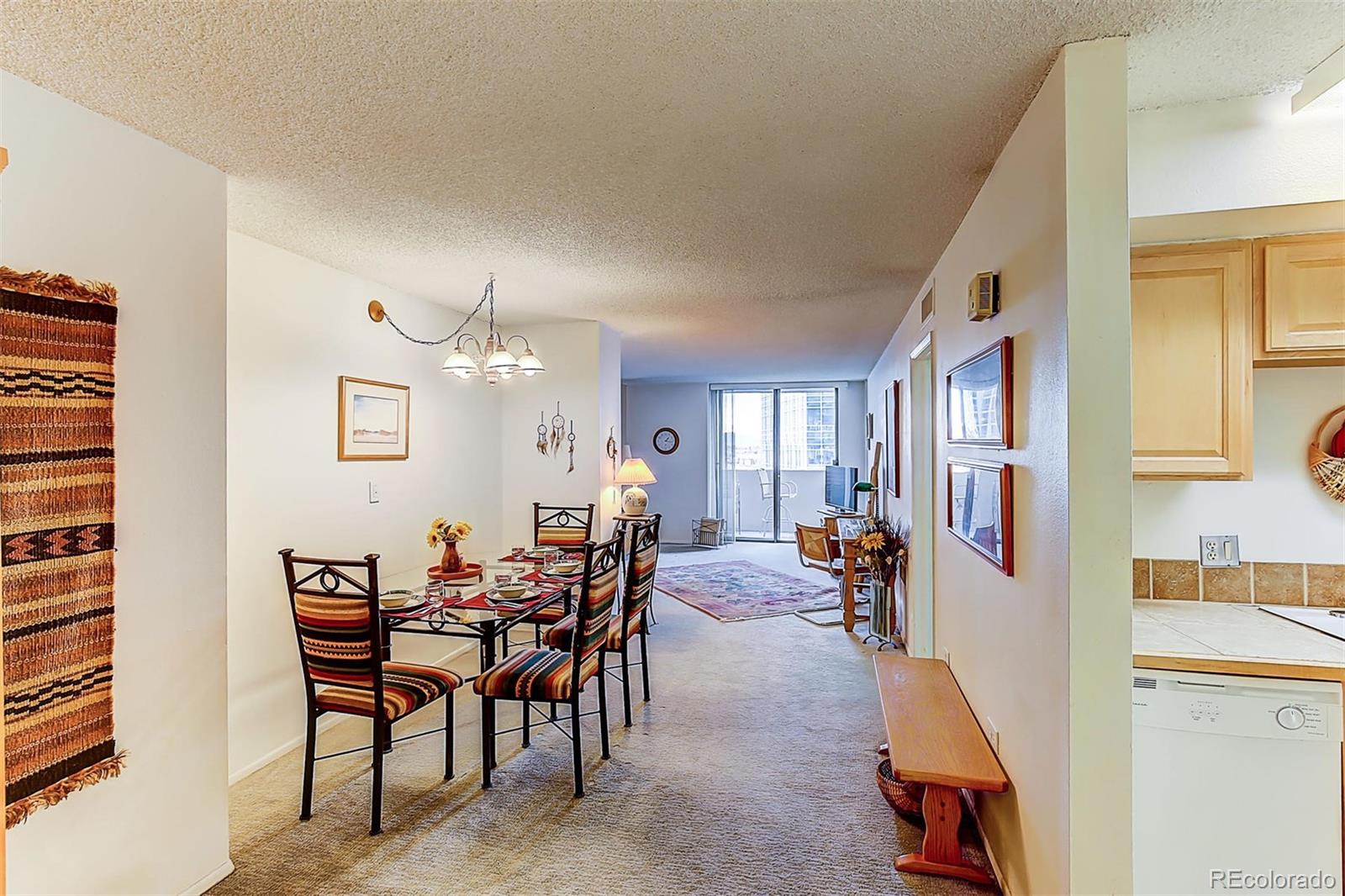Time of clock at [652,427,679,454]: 1:16
